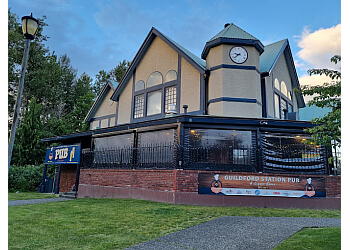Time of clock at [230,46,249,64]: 9:38
